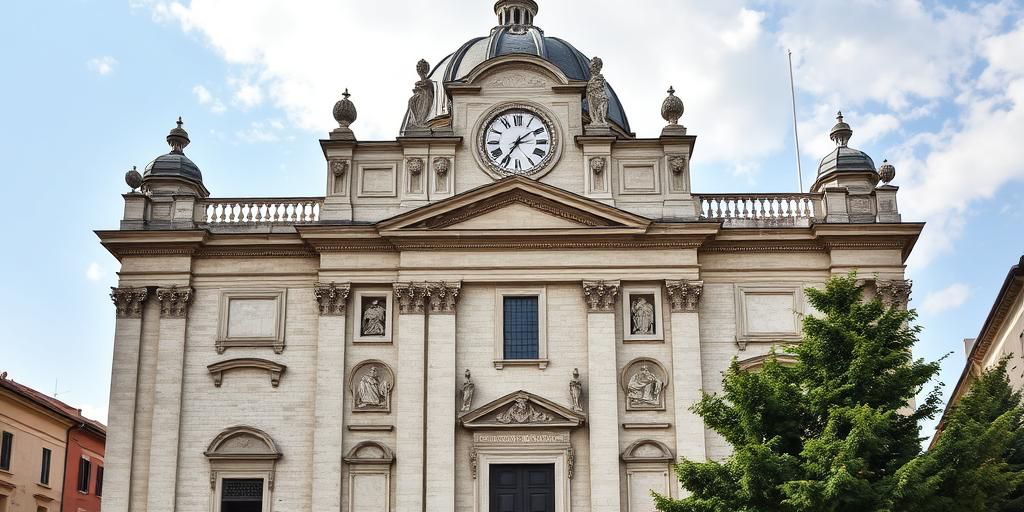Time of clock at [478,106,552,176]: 1:35
